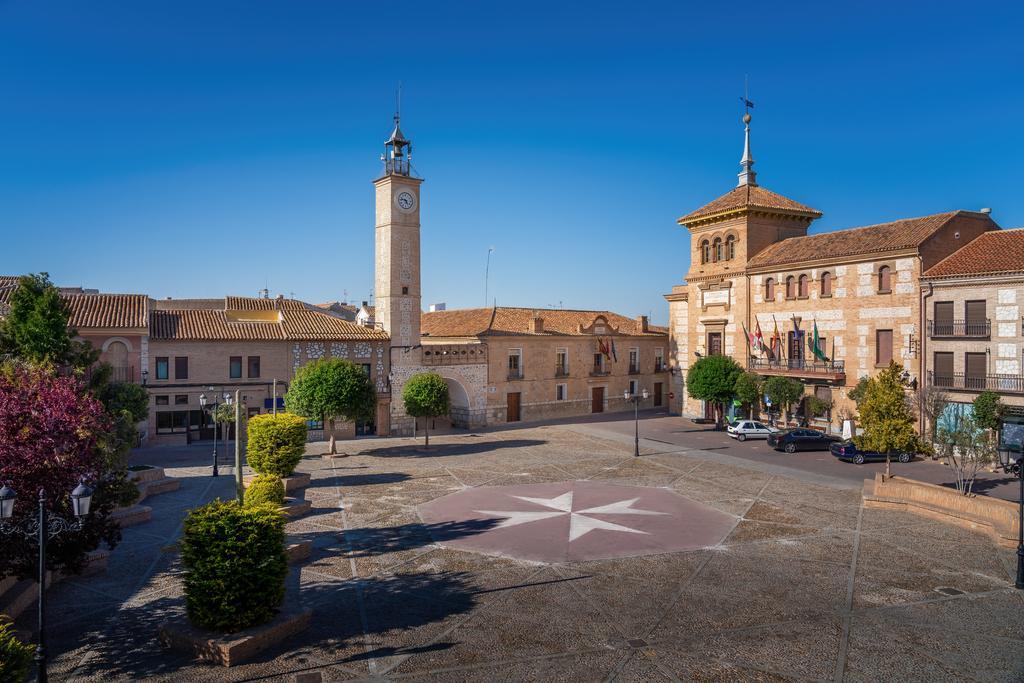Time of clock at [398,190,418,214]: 4:46
